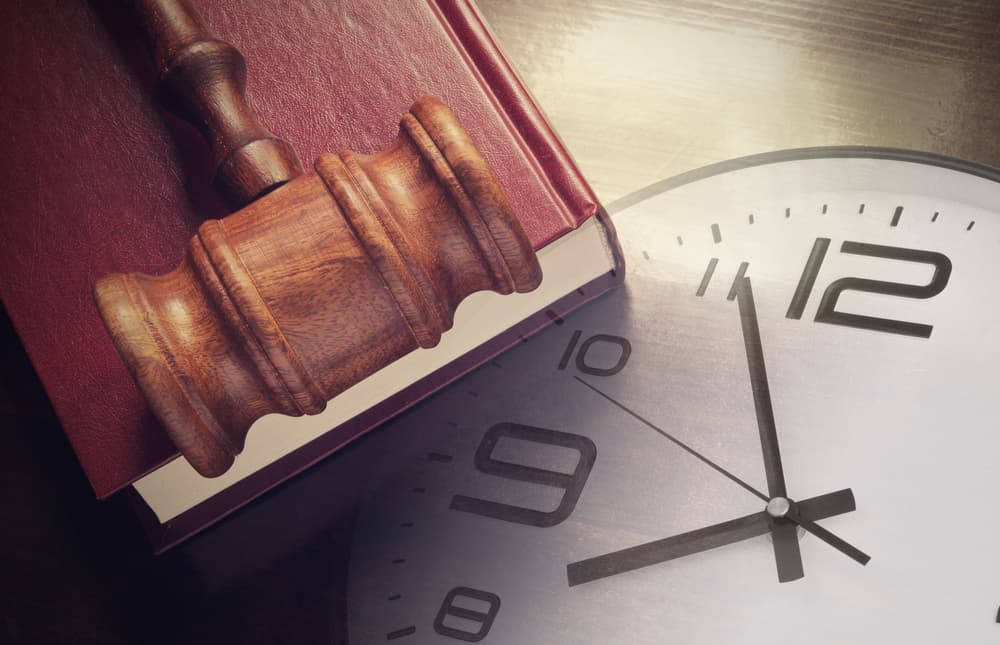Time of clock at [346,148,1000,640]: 7:55
